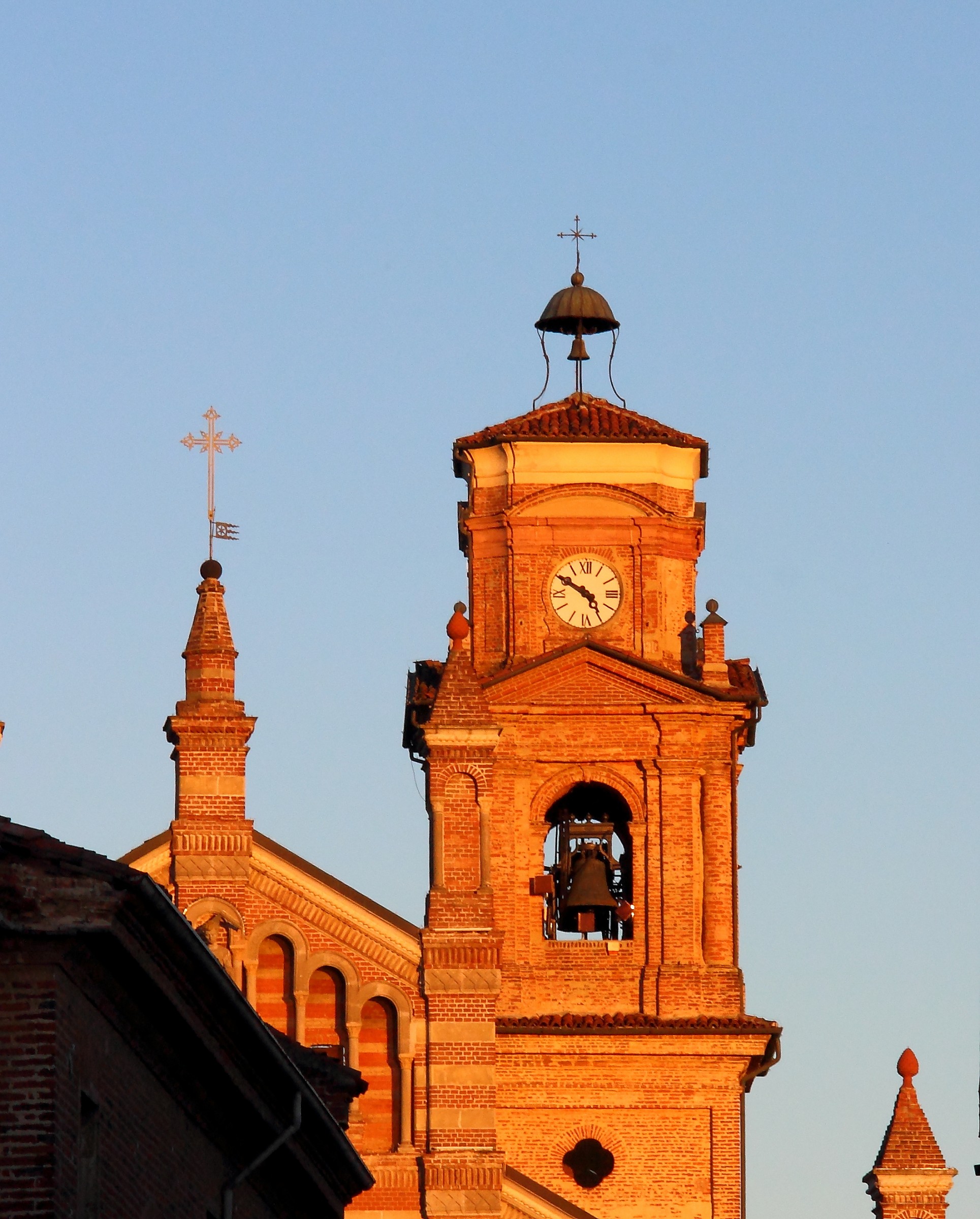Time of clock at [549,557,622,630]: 4:50
